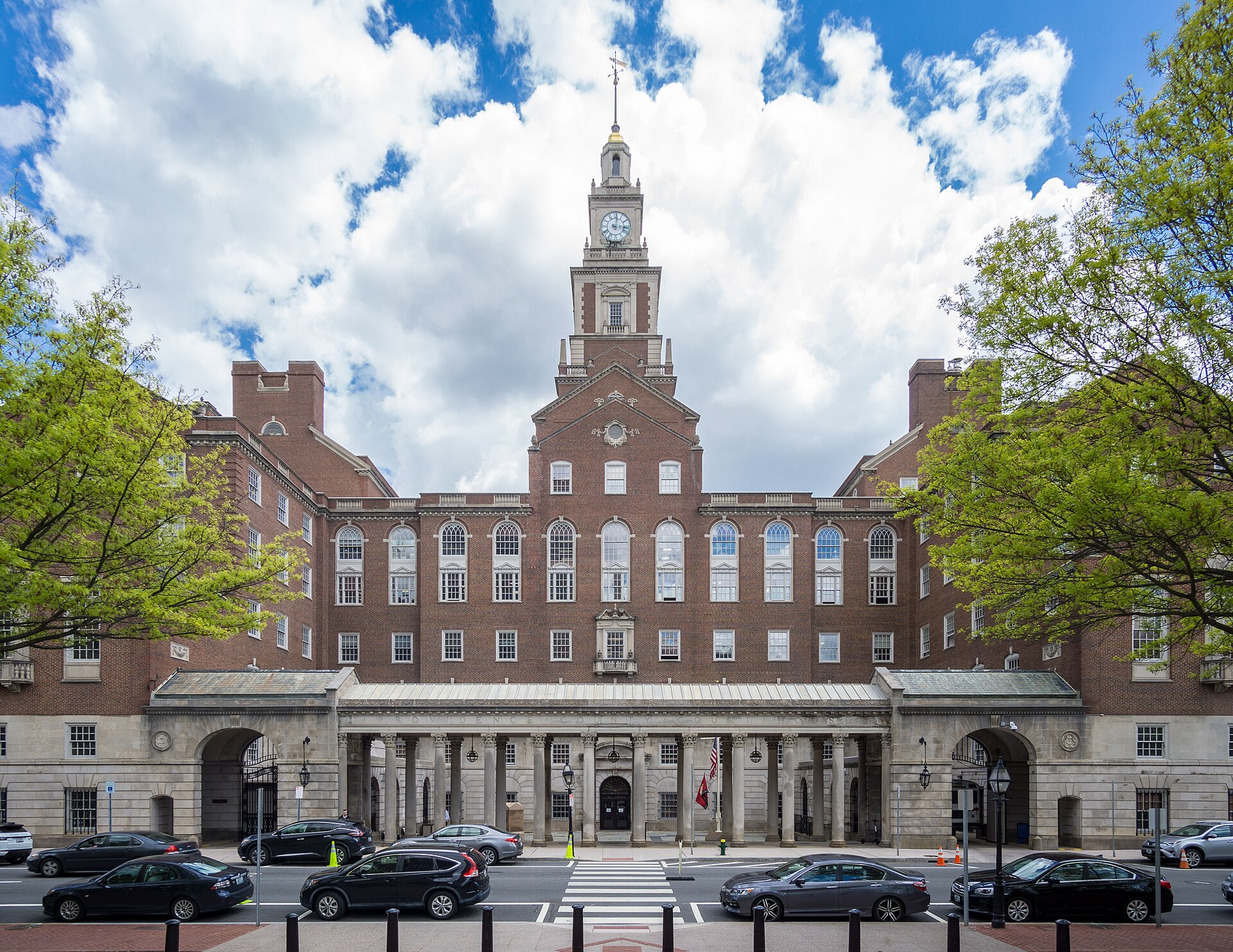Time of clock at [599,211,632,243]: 12:16
